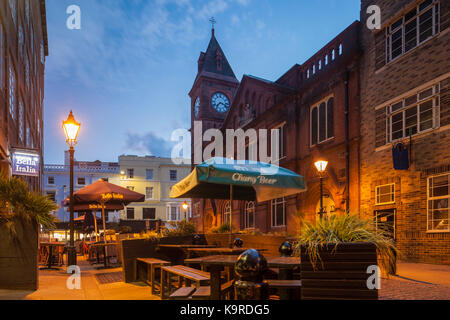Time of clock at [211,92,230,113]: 7:17
